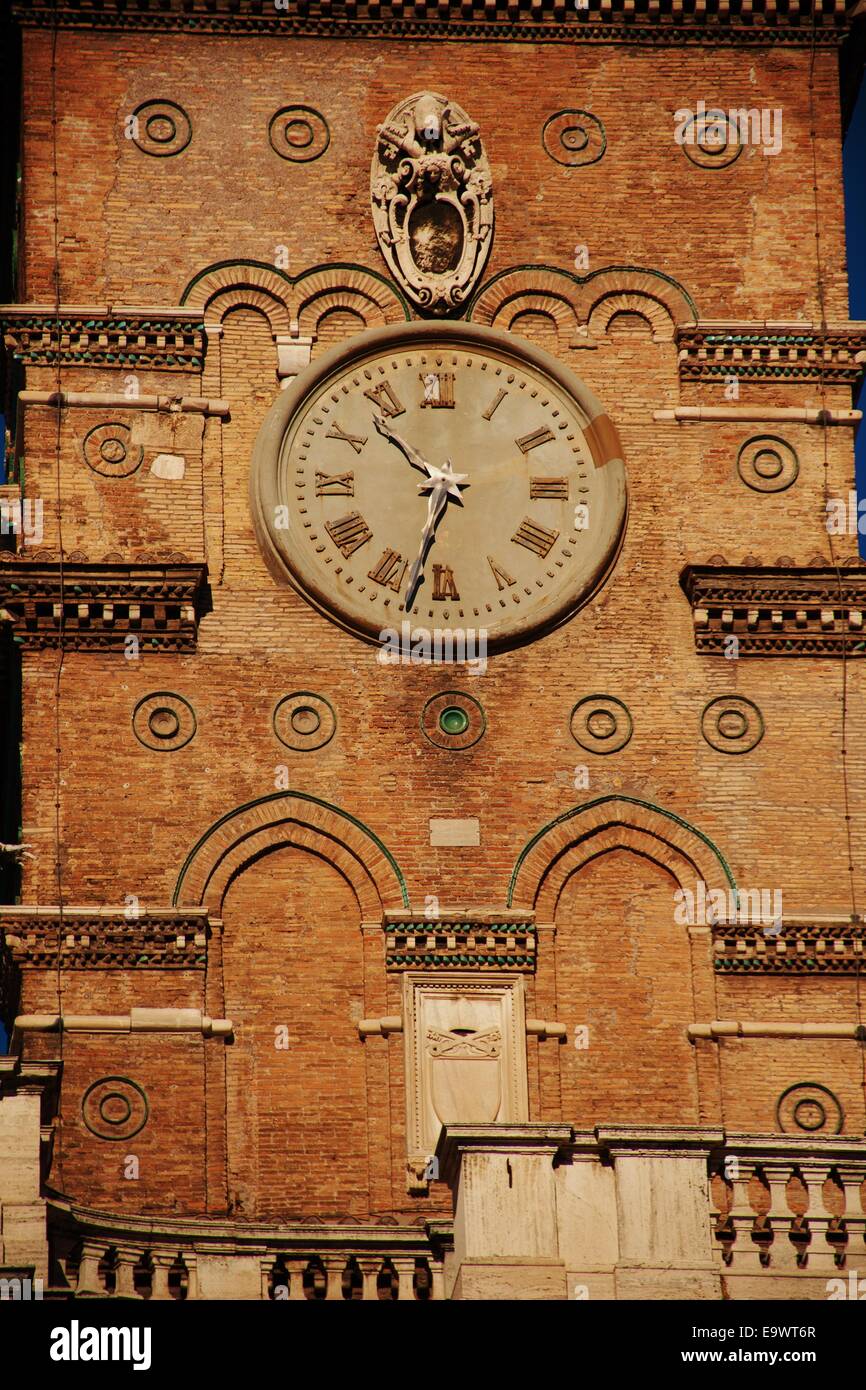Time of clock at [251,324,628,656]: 10:32
